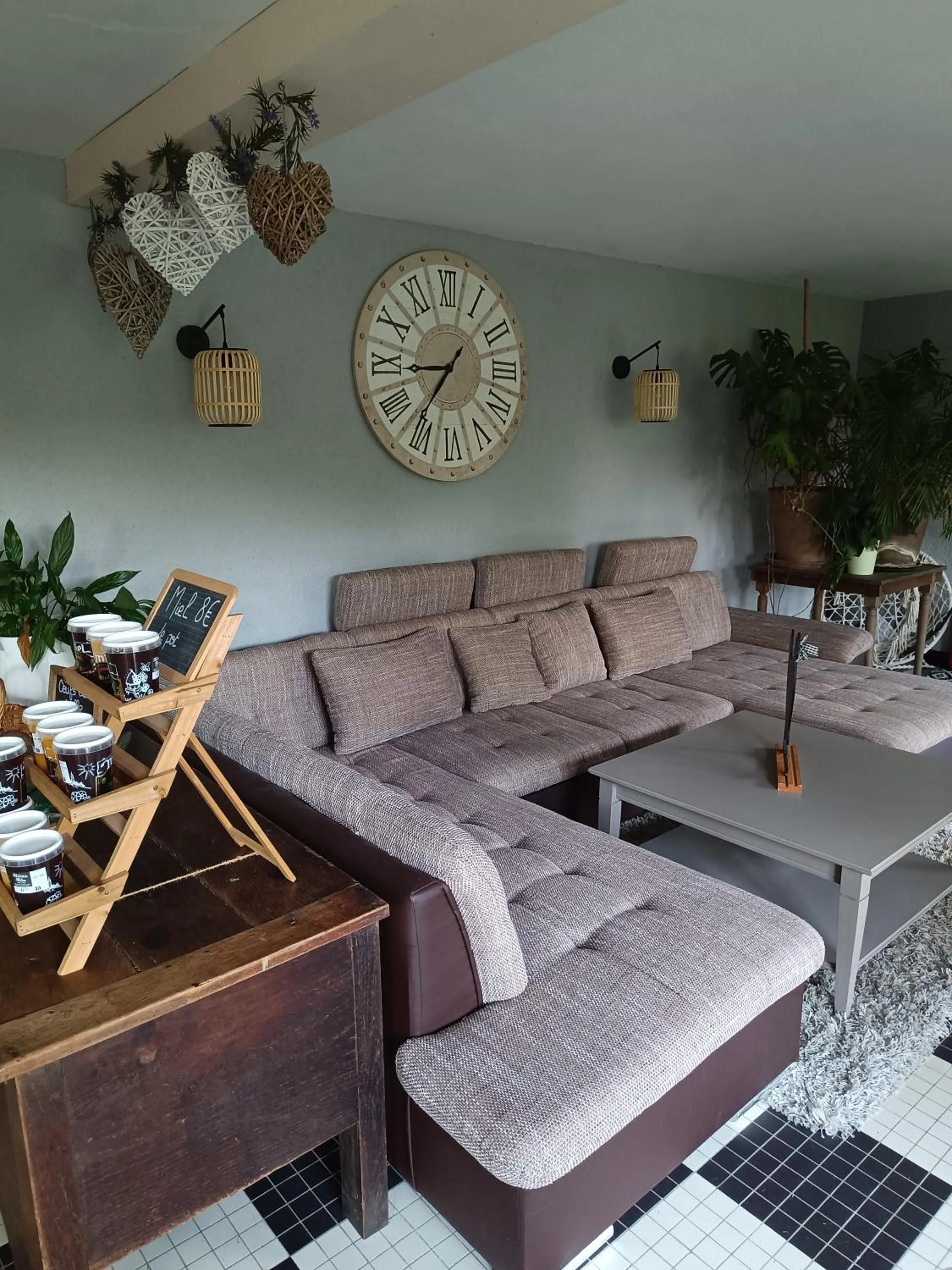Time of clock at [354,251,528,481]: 8:36
